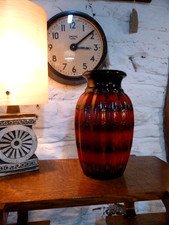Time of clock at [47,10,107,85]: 3:08
